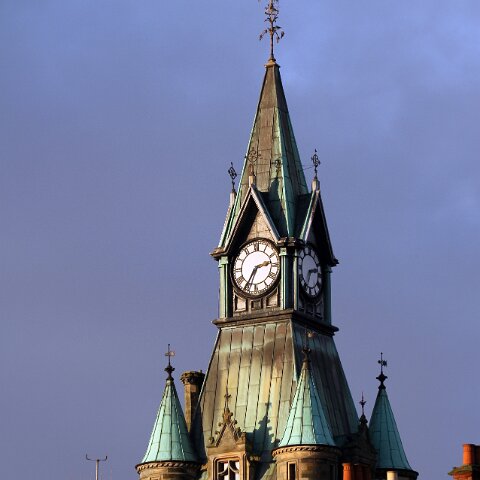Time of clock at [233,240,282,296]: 2:35
